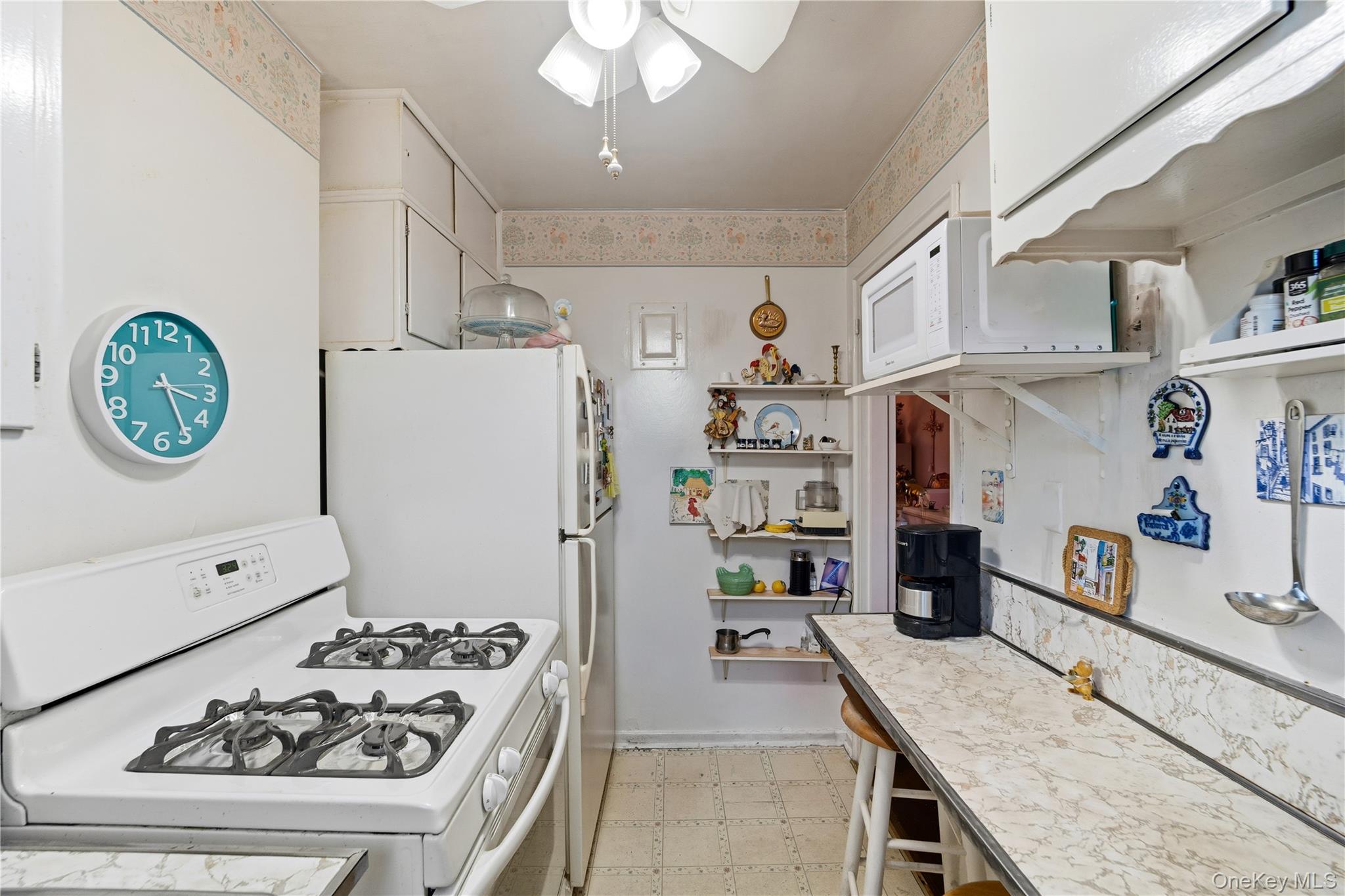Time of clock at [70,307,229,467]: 3:25
